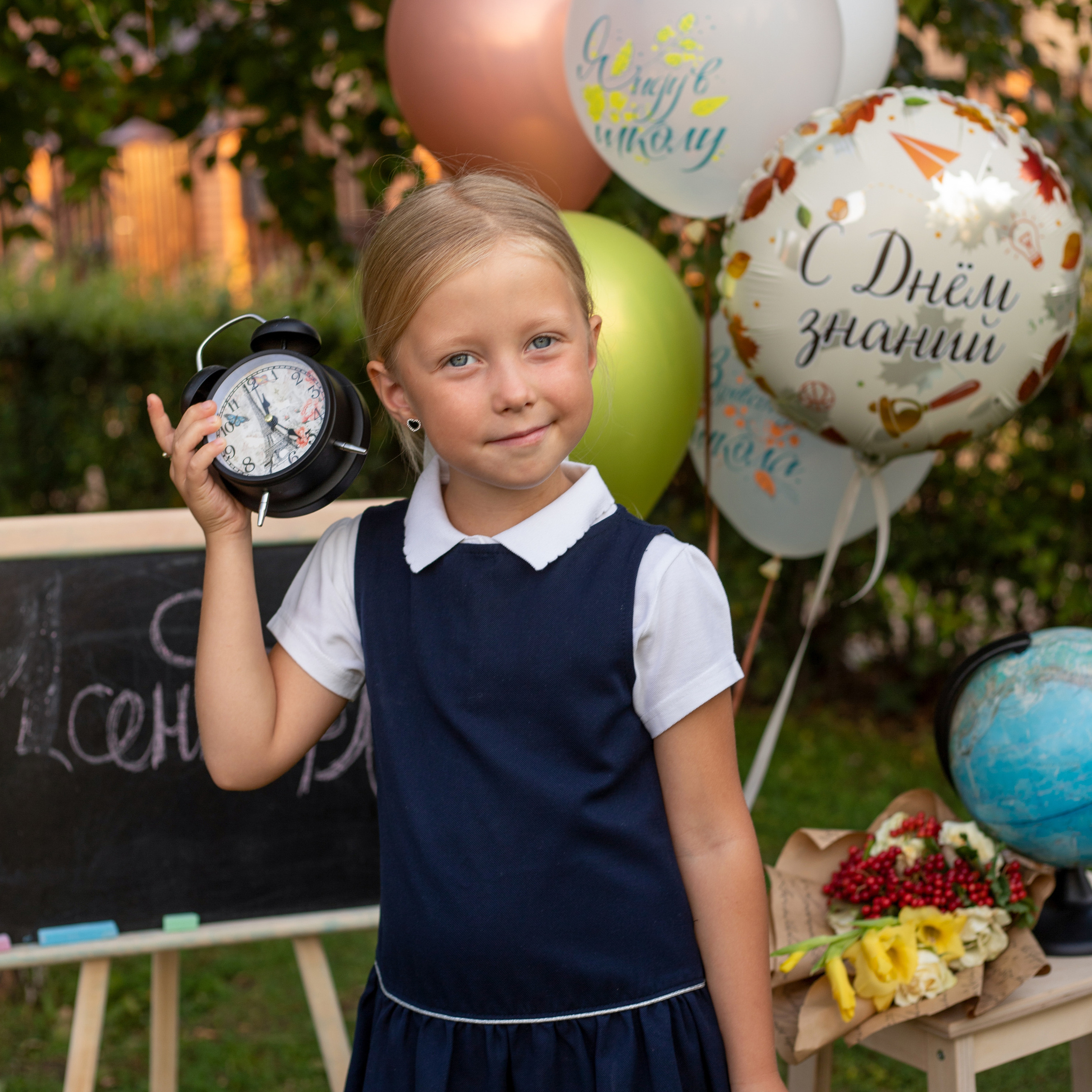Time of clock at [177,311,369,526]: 11:21
